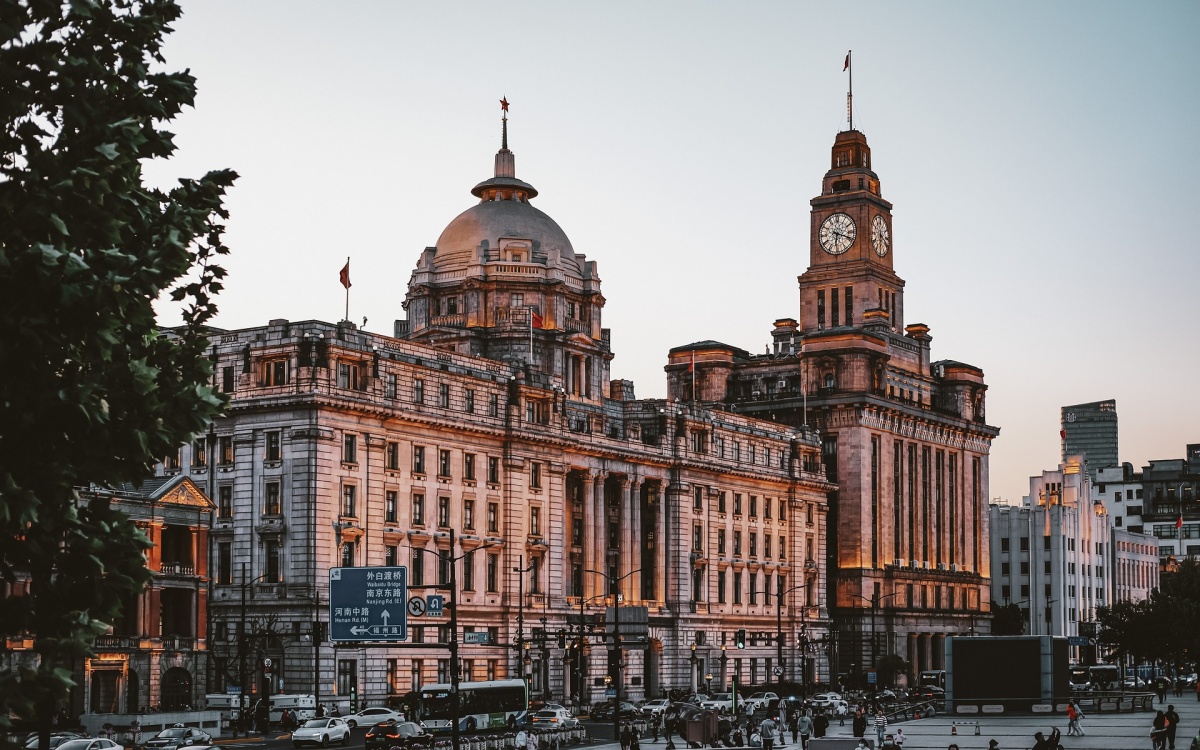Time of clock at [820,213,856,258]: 6:18
